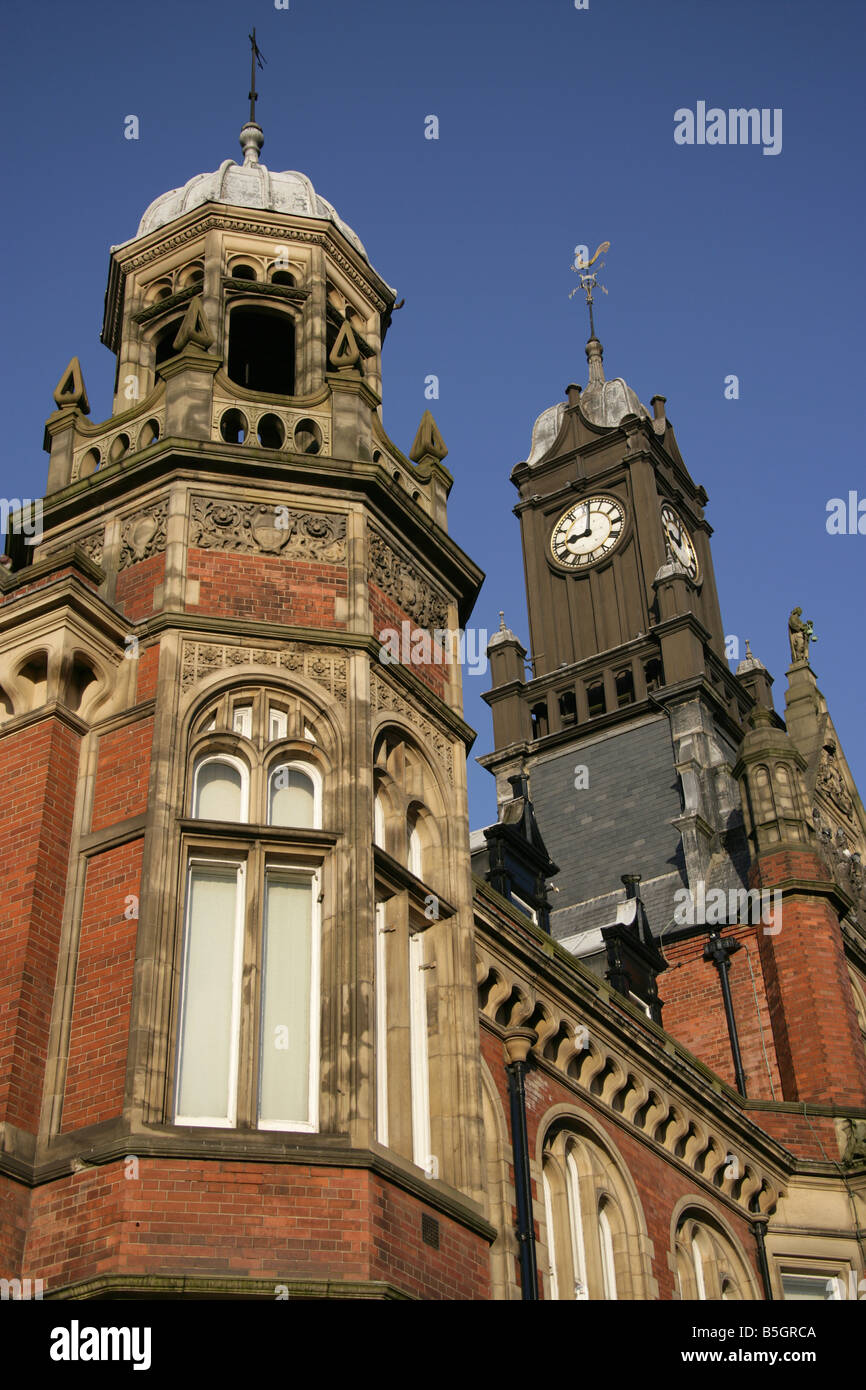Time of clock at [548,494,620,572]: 9:01
